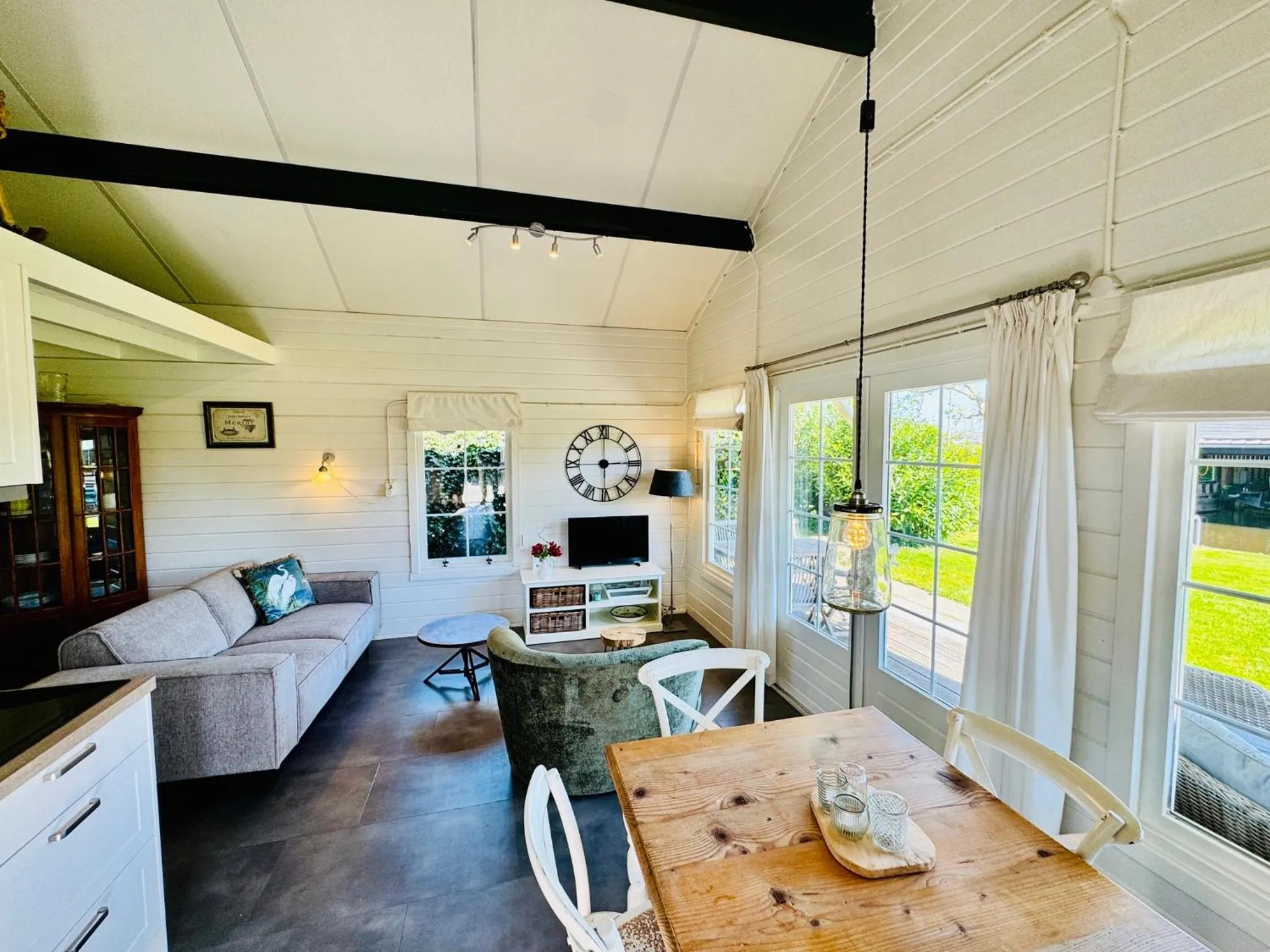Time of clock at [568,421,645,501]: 2:59
